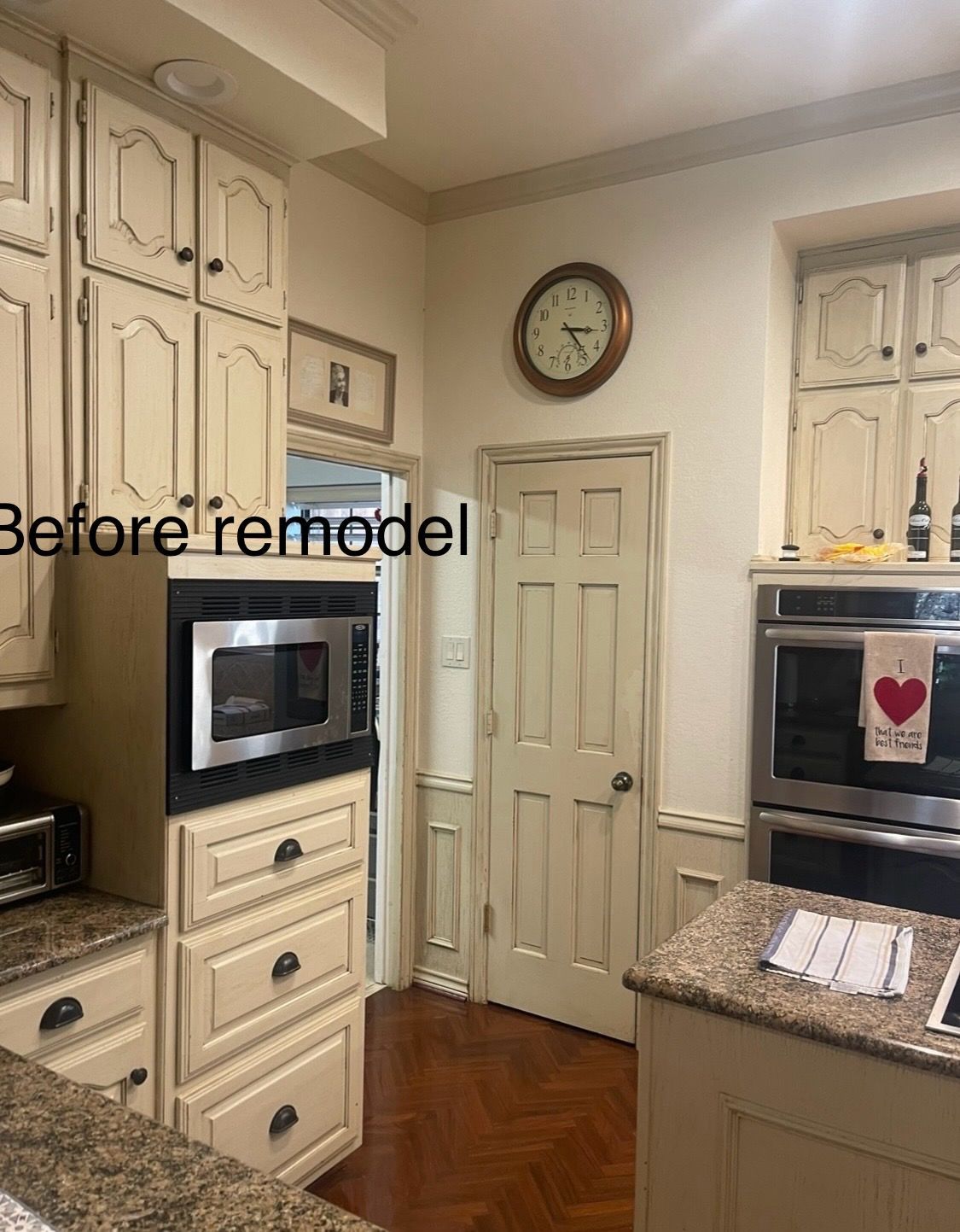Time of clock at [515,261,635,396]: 3:23
